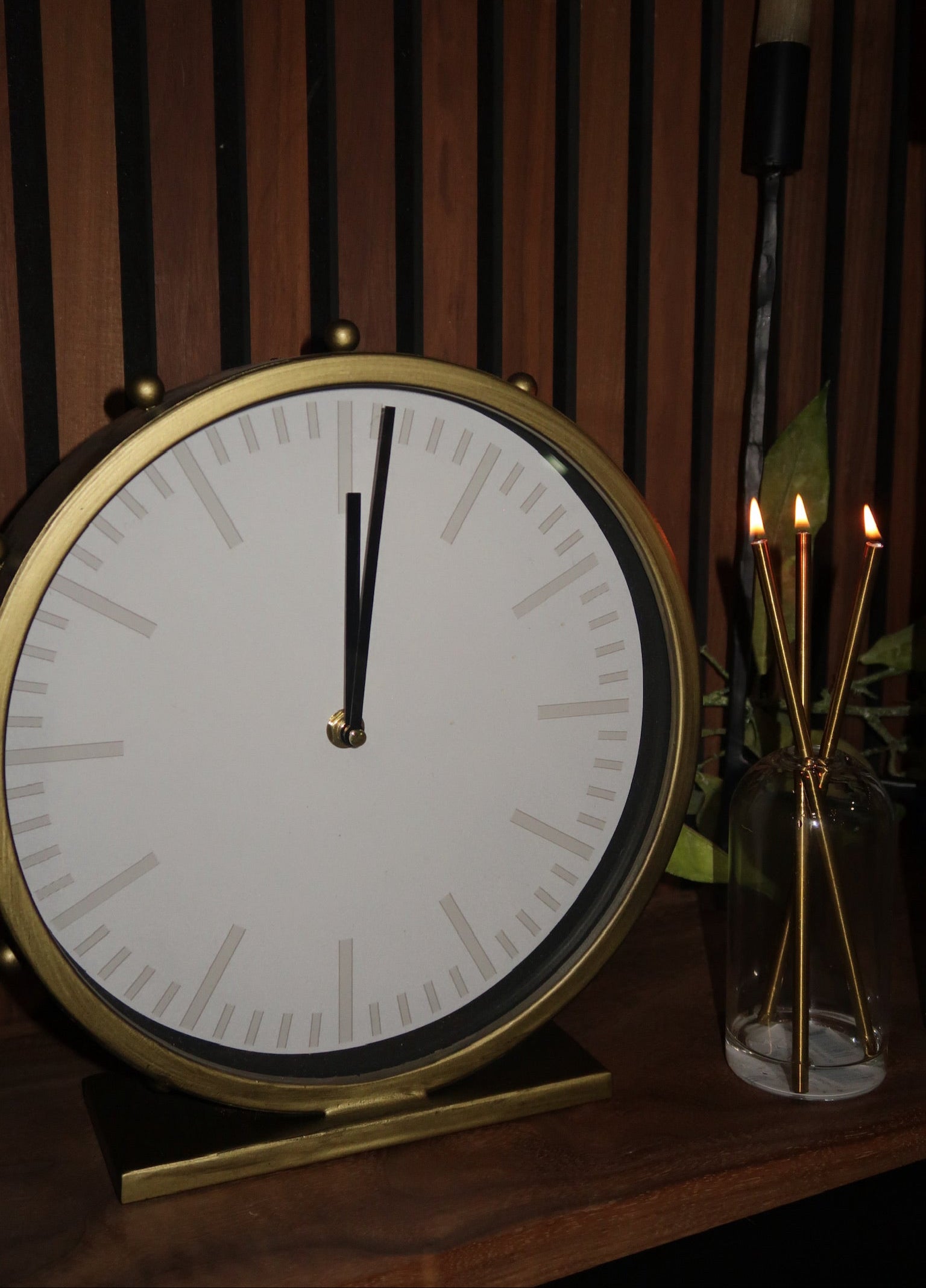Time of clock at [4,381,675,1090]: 12:01
